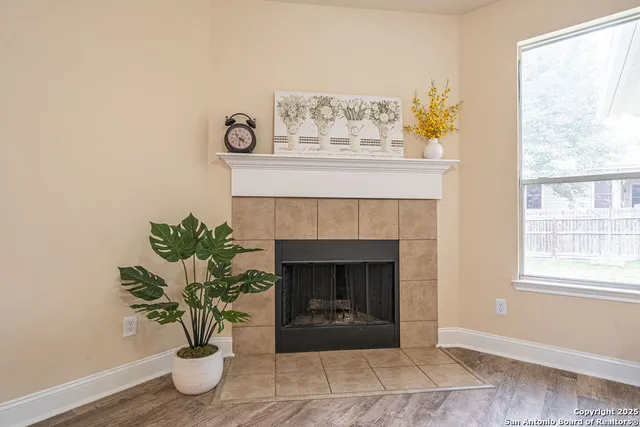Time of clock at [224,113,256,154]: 4:31
